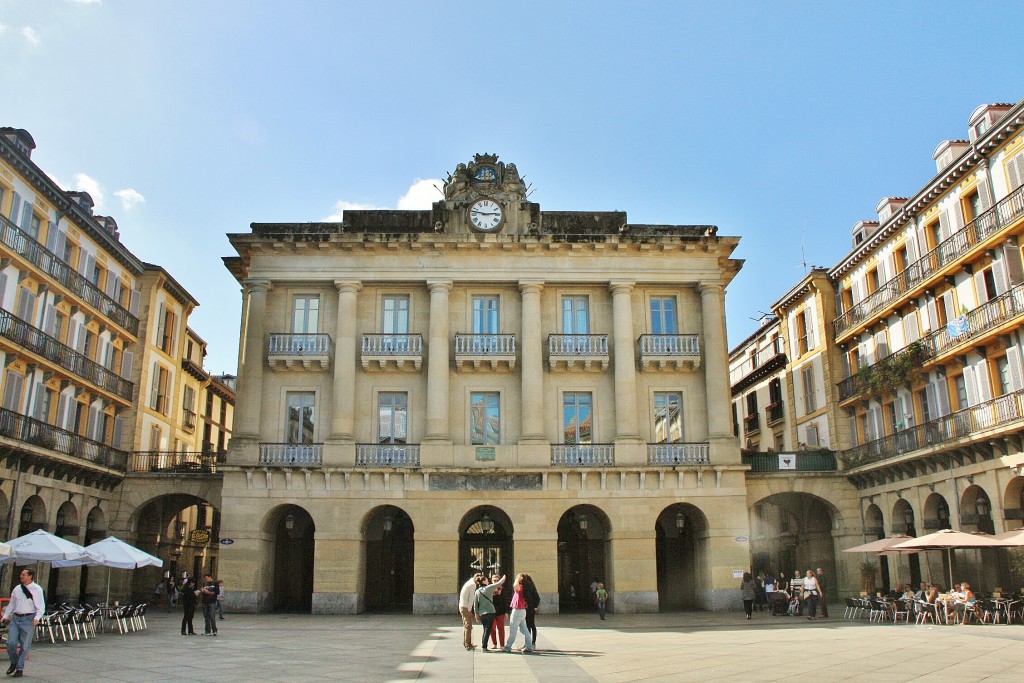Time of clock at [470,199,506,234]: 2:46
